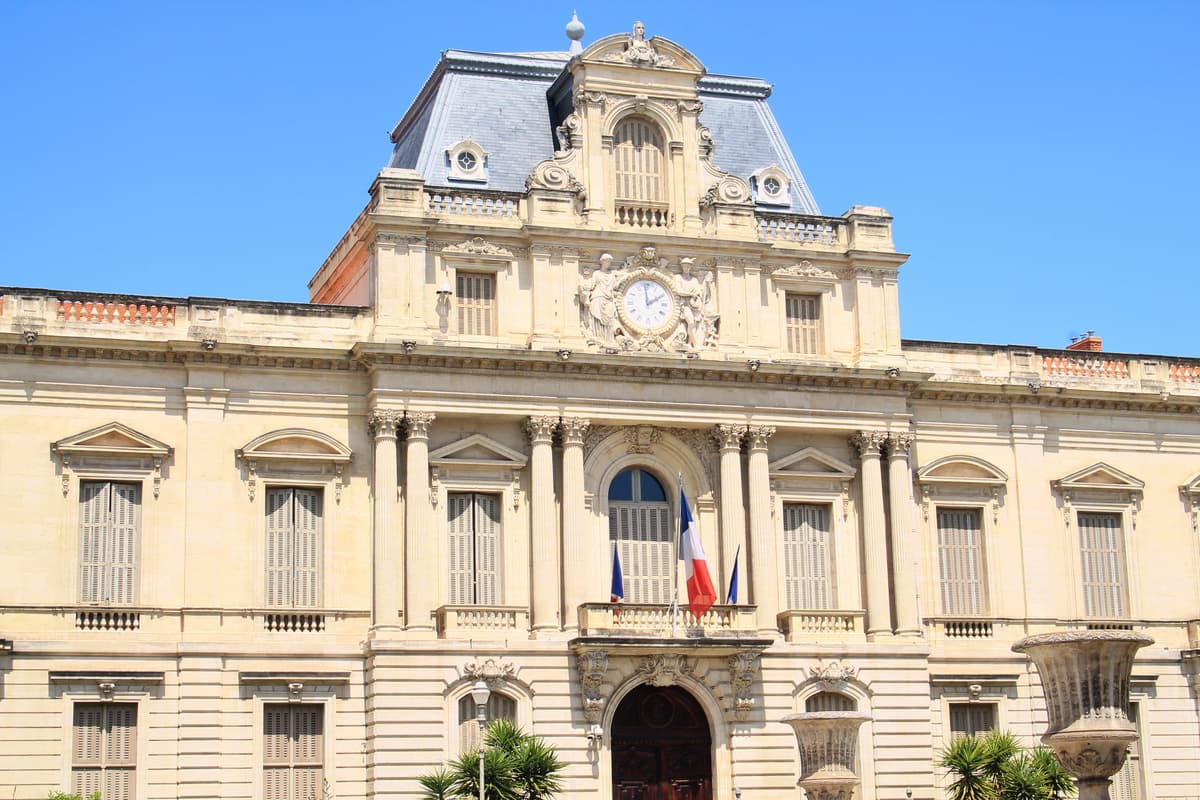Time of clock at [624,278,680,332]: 1:59
